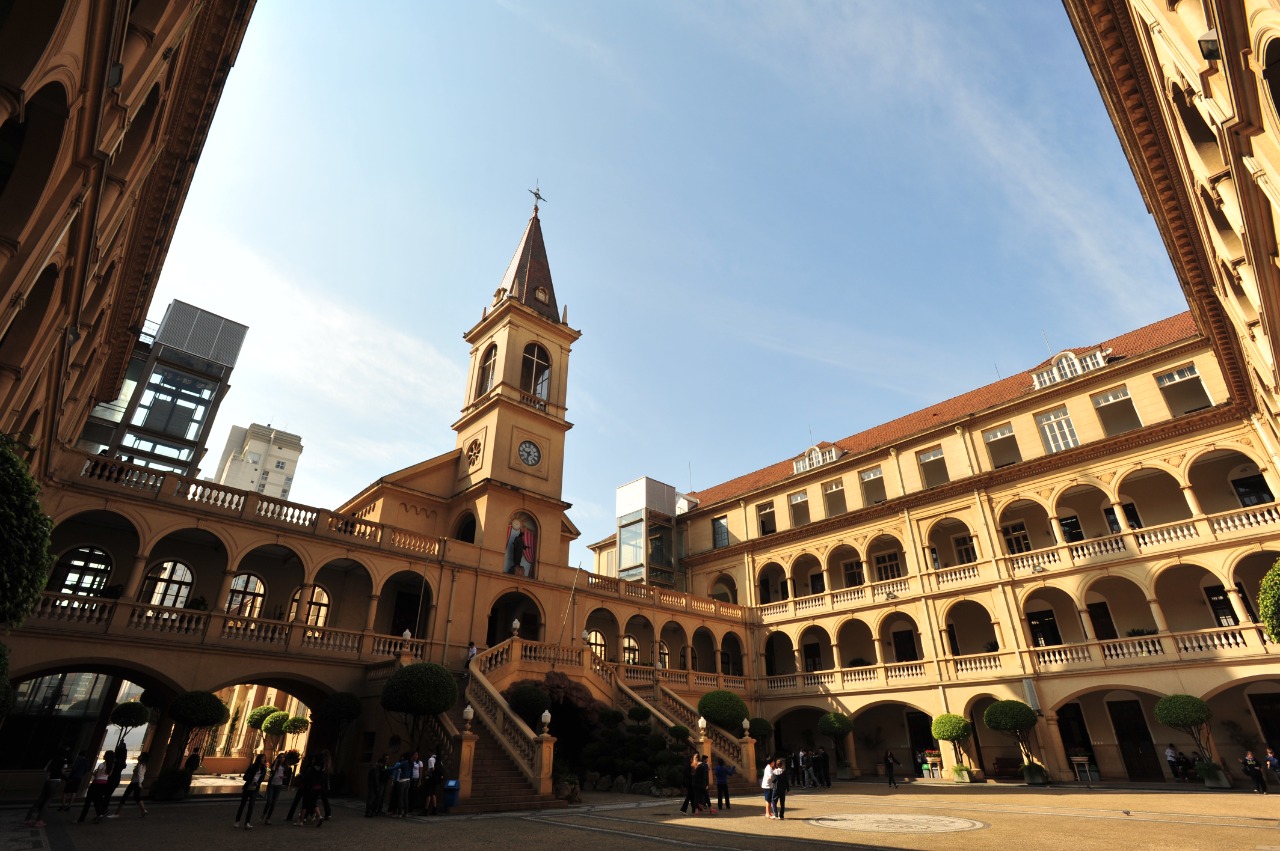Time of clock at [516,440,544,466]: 9:33
